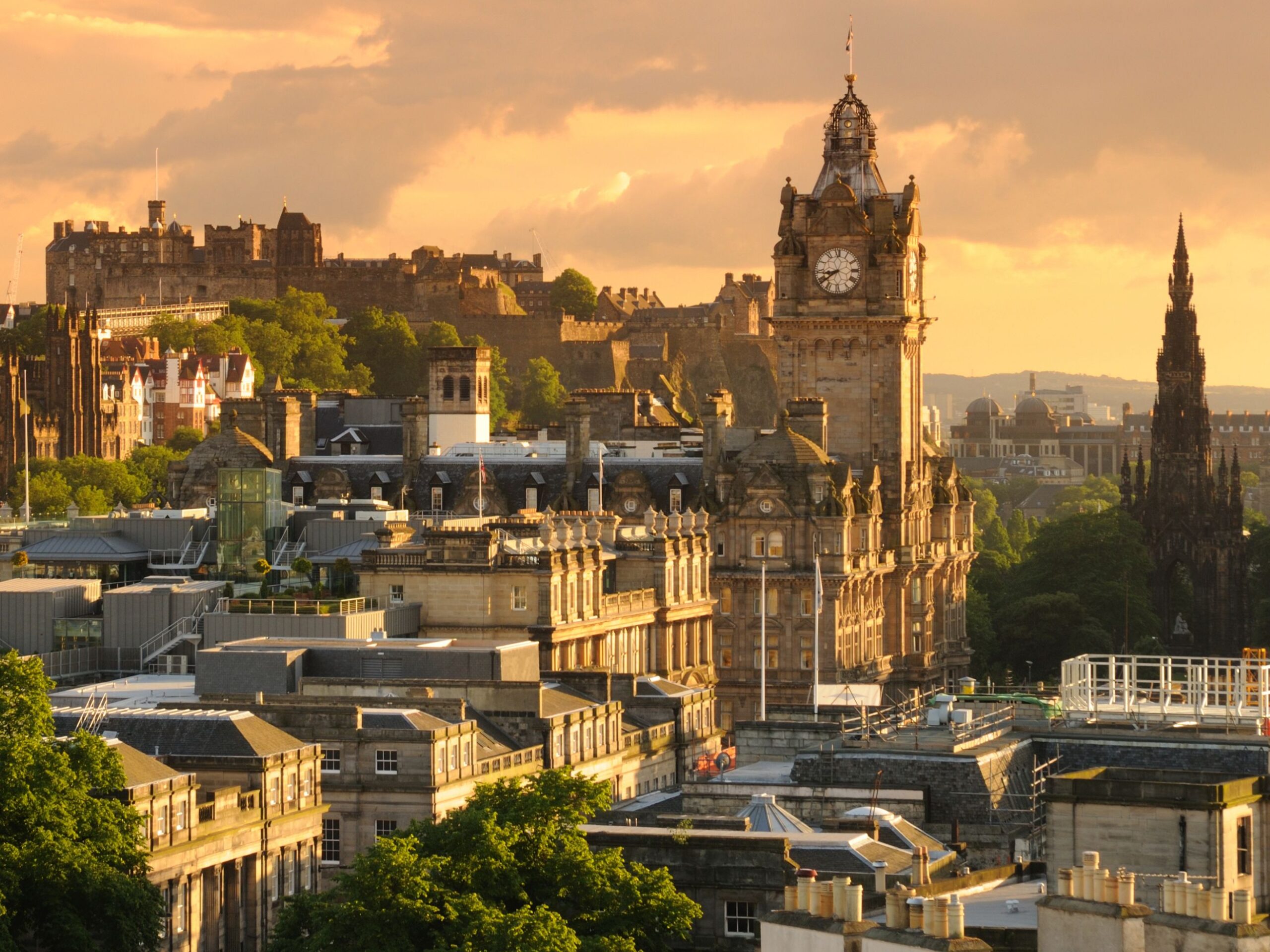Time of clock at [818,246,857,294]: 8:38
